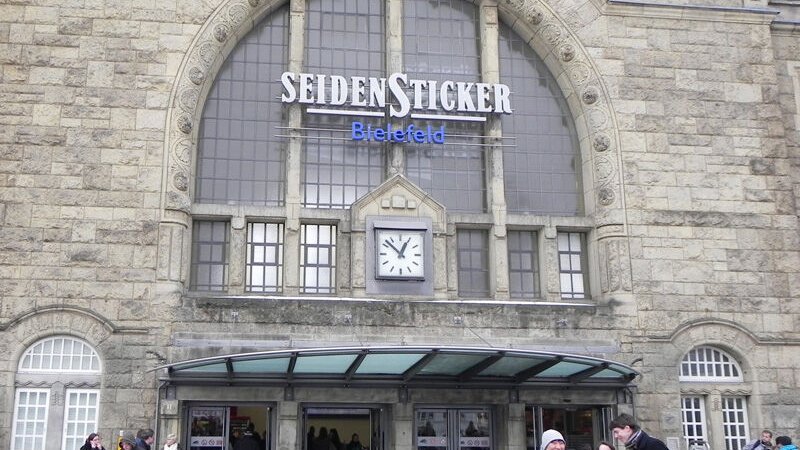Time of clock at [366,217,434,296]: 12:52
